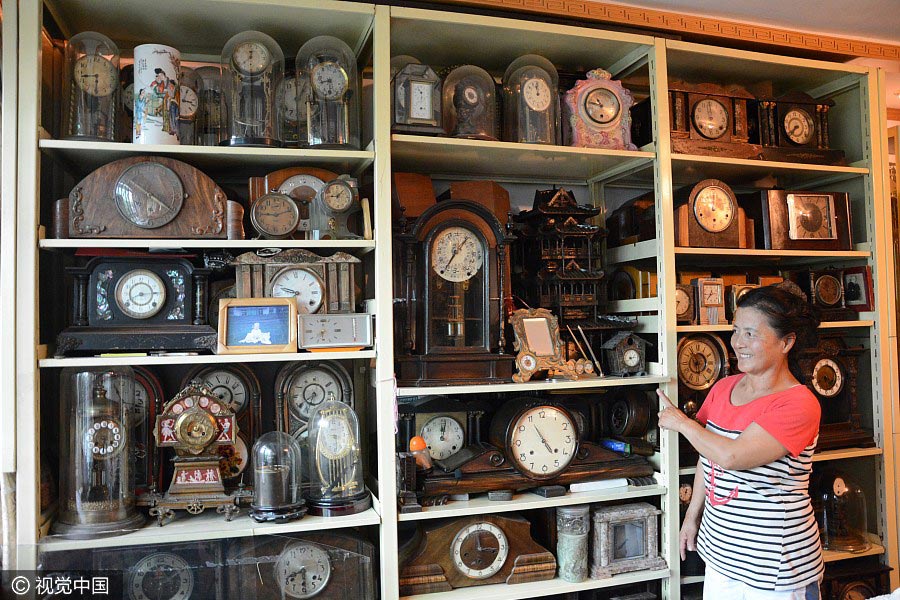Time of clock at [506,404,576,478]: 4:54
